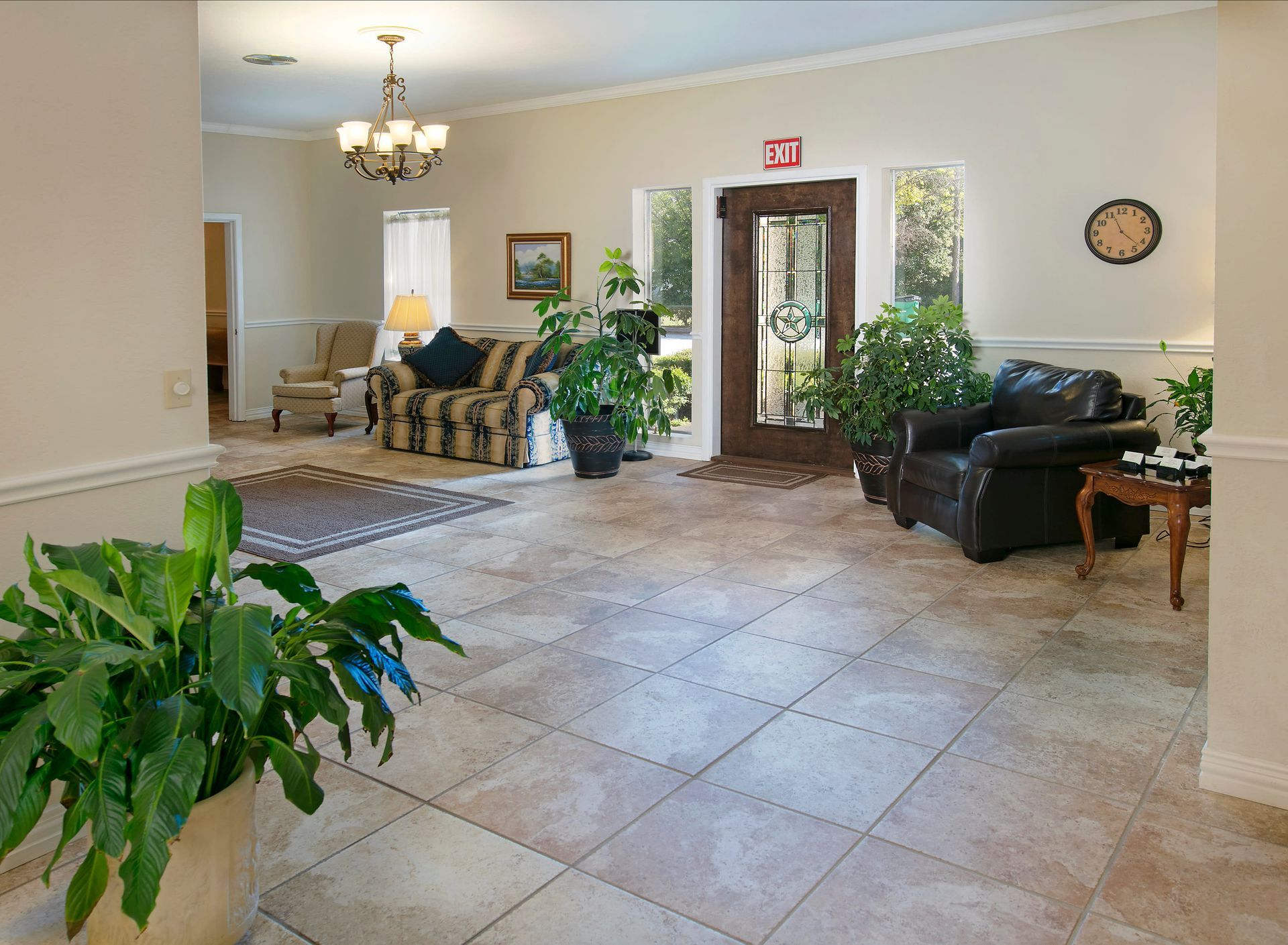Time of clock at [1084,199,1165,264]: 11:22
